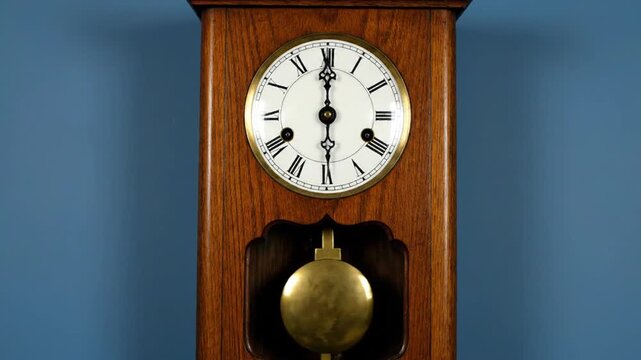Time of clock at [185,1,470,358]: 6:00
